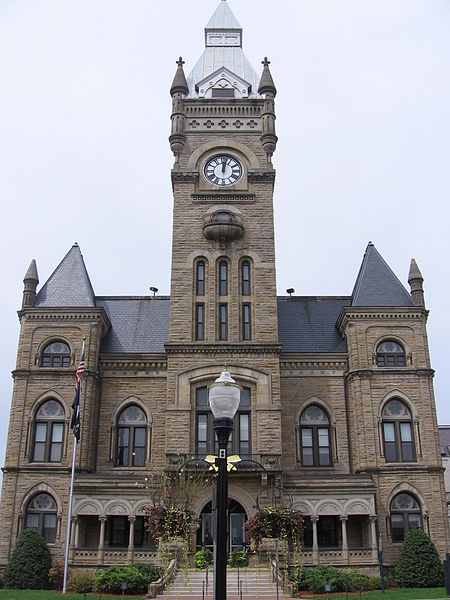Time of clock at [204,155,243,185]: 12:02
